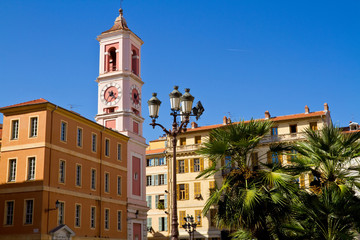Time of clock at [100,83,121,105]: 7:22
